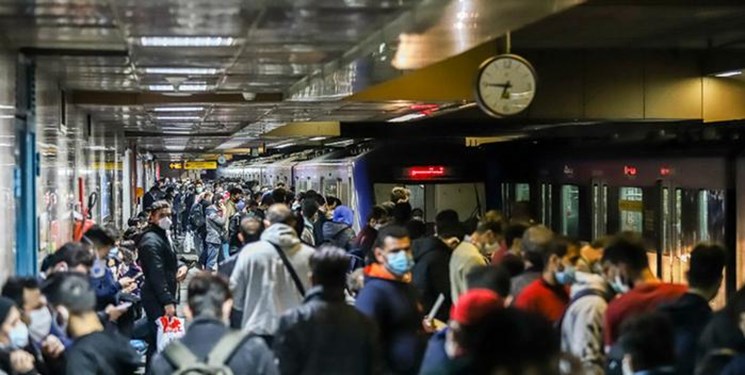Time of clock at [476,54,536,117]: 6:45
